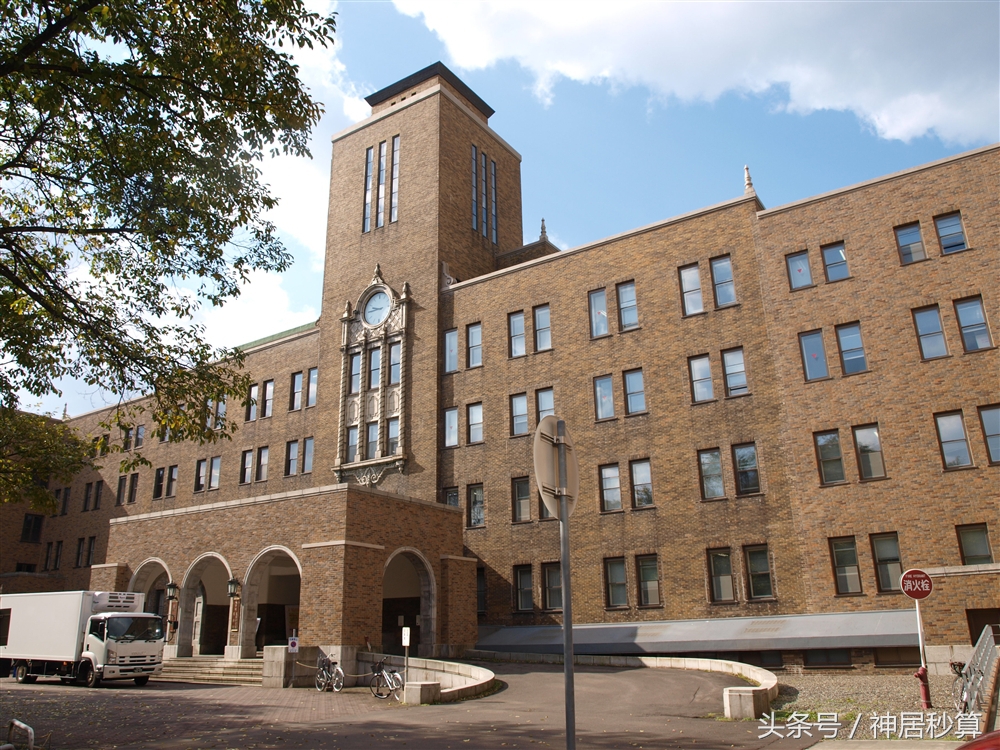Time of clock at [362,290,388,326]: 9:44
